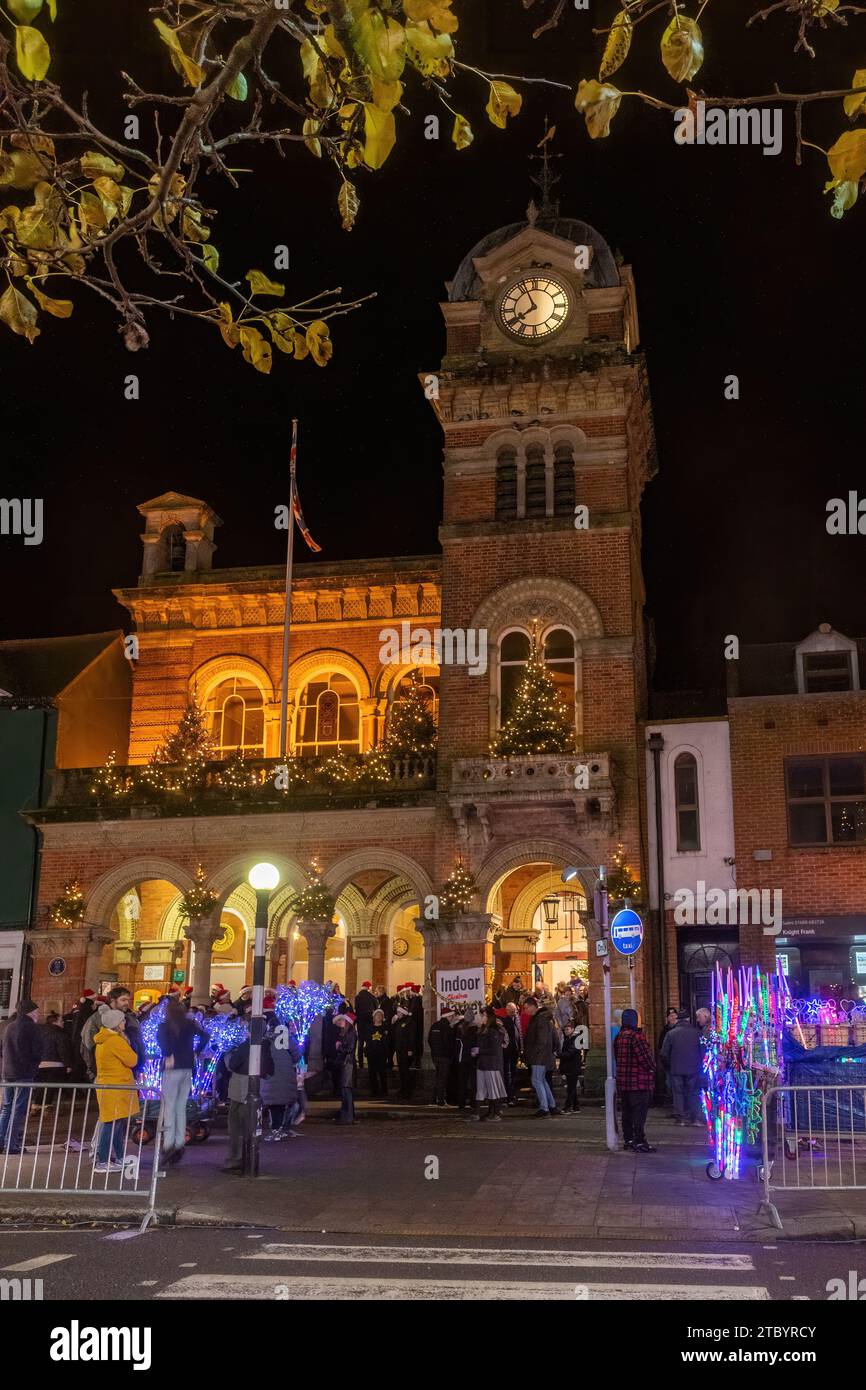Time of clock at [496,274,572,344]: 7:55
